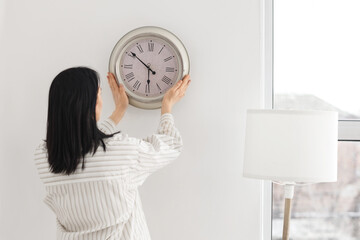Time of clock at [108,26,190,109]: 5:51
